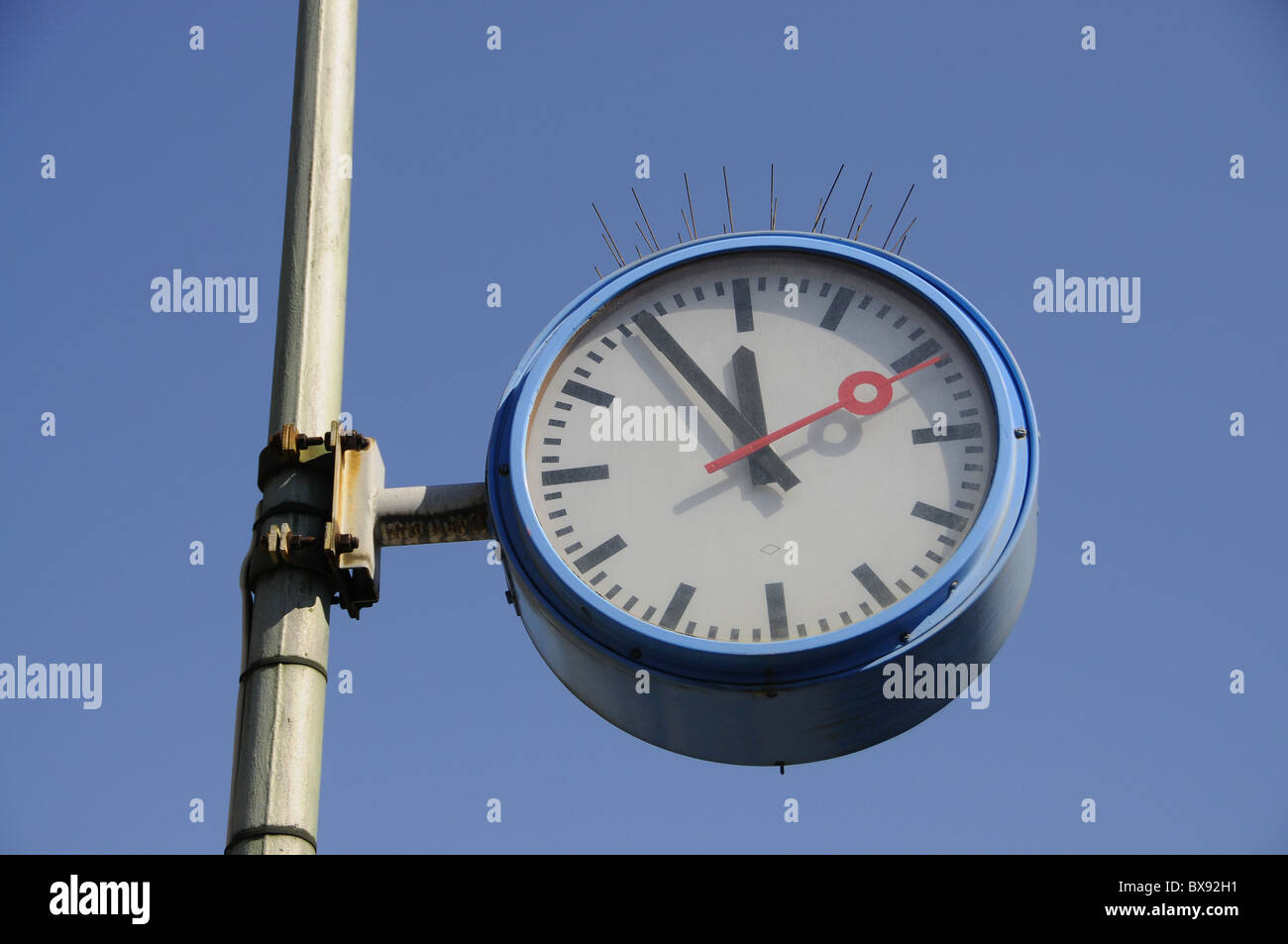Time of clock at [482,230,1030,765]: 11:54
